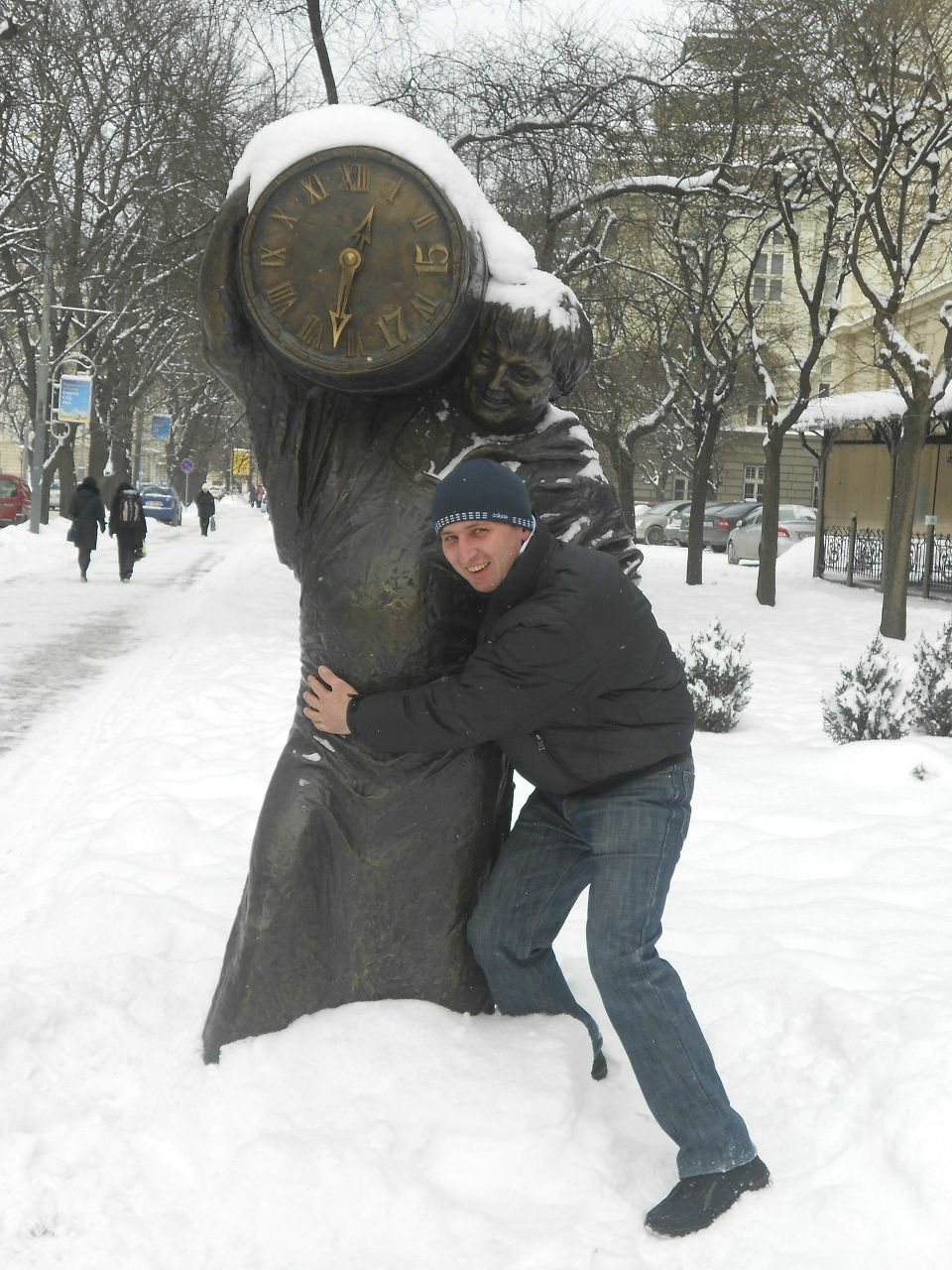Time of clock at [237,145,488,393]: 12:32
